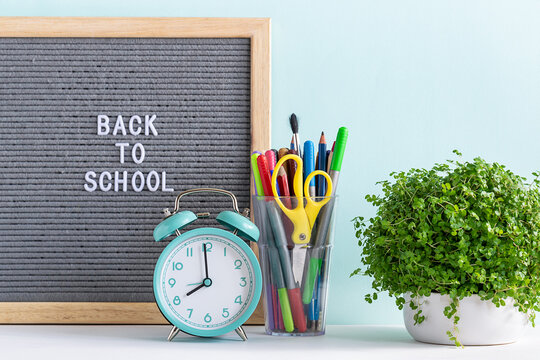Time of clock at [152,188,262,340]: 7:59
